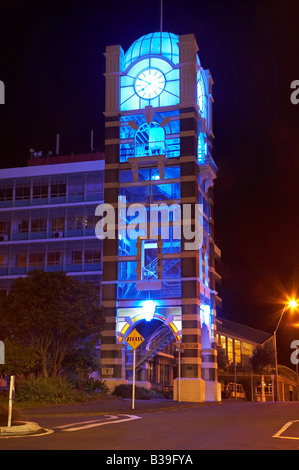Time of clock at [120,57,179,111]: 7:49
